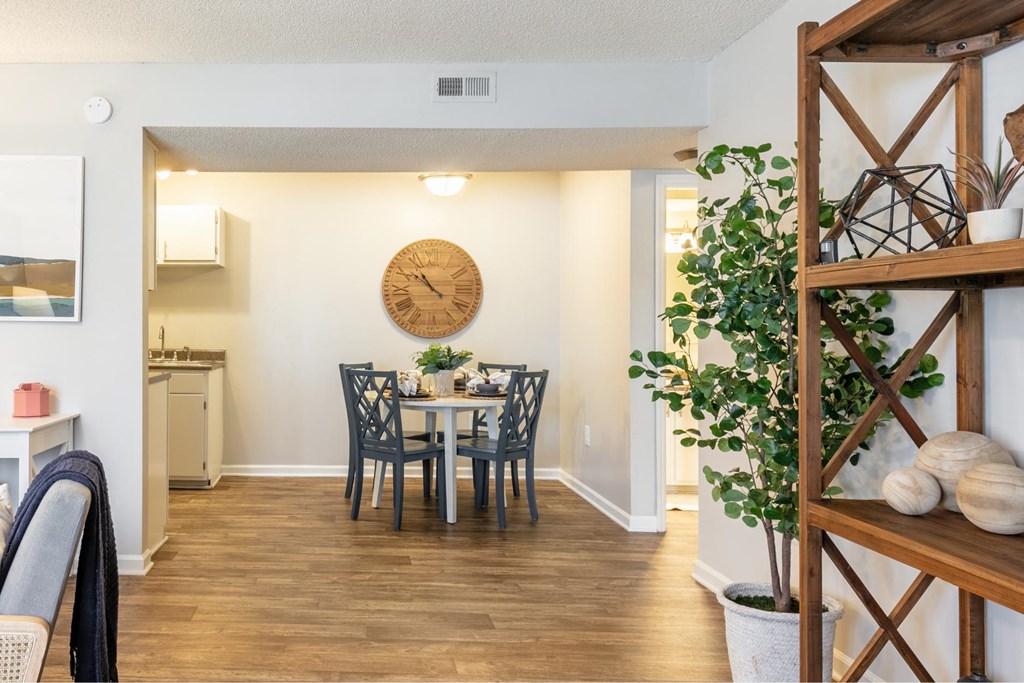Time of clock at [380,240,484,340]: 10:50
